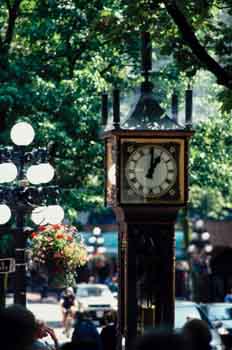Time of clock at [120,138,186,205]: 1:00
